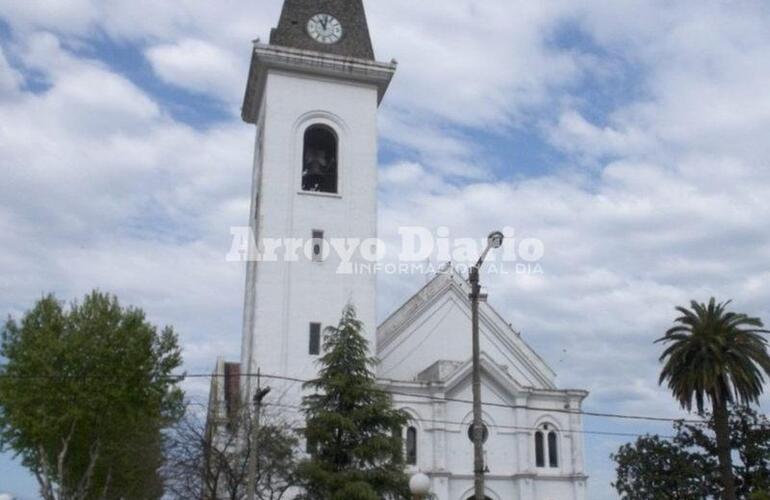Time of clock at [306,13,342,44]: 11:01
